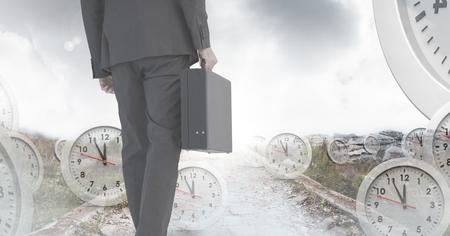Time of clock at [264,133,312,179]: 11:55
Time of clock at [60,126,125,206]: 11:55
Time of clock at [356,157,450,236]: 11:55
